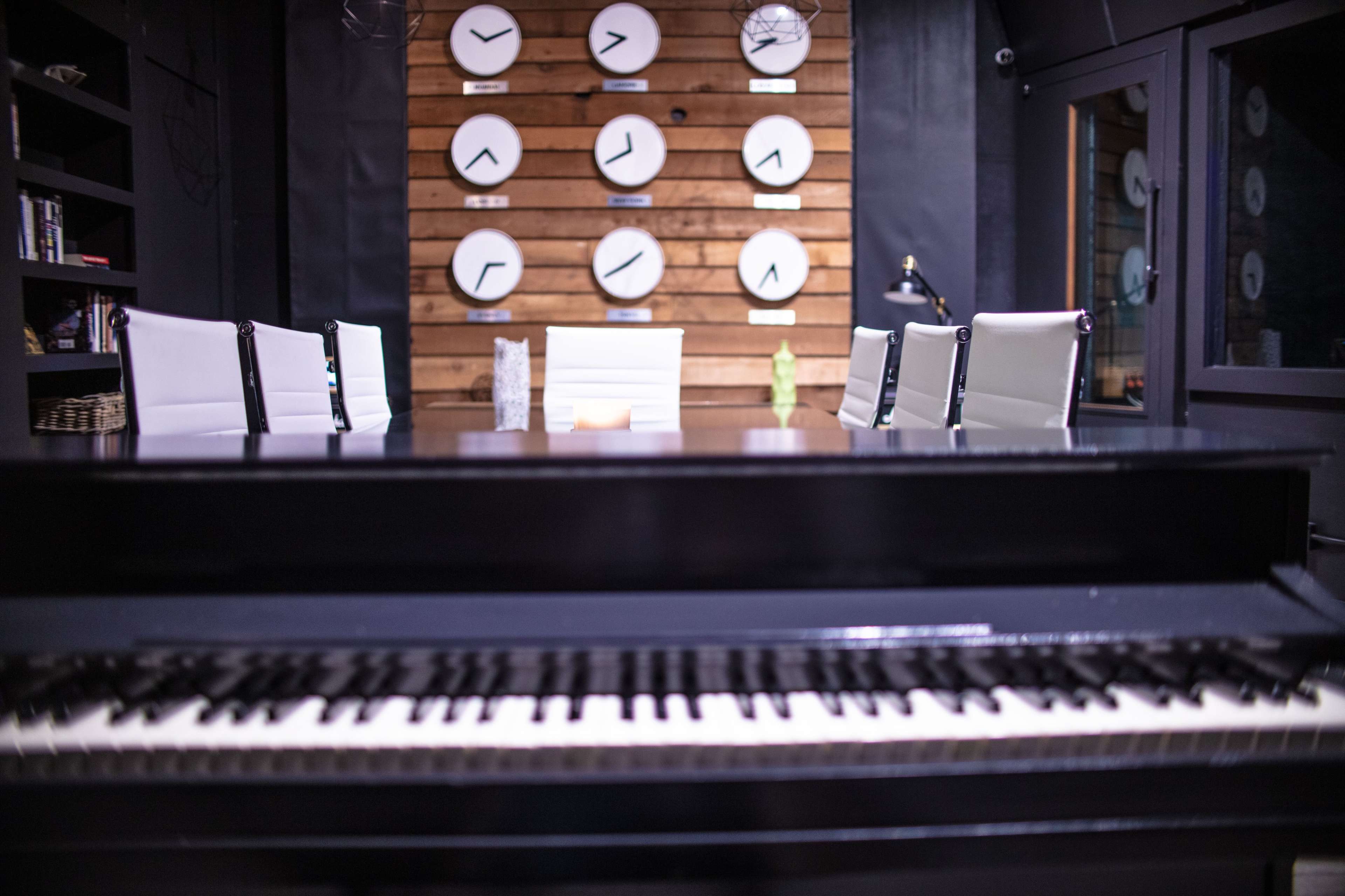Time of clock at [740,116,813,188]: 5:38
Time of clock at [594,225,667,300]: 1:39
